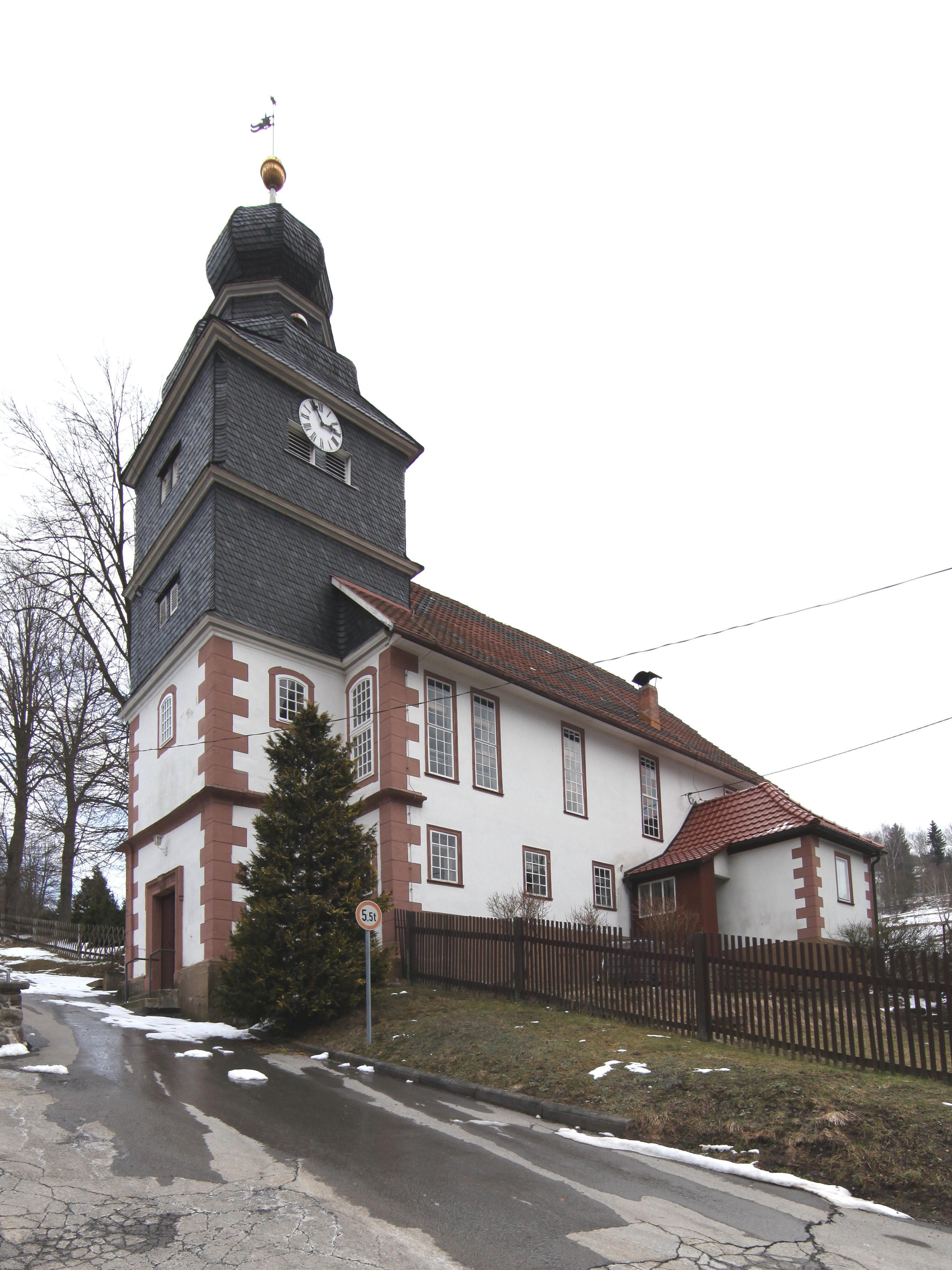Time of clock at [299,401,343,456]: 2:56
